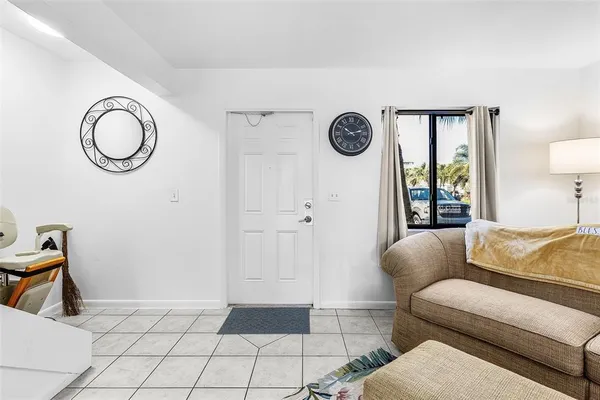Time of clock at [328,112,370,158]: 10:12
